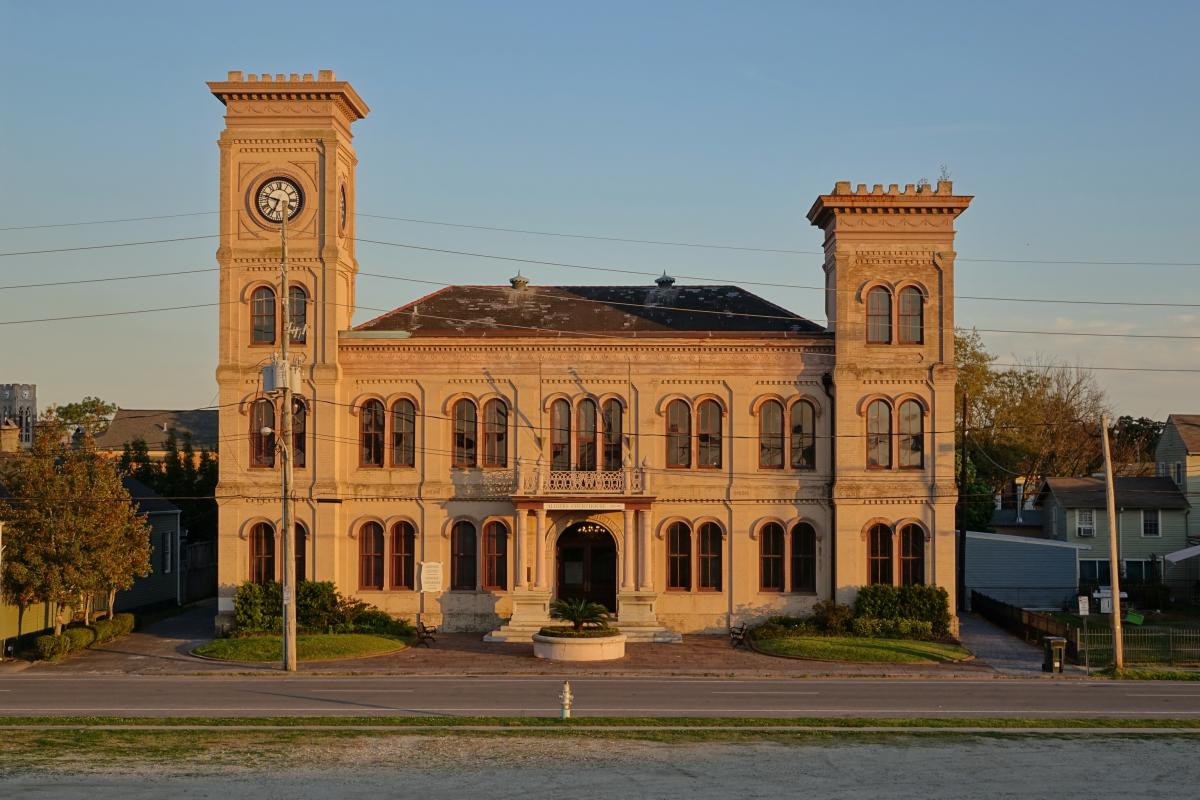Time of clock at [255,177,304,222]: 6:47
